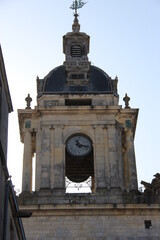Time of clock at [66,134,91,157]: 11:16
